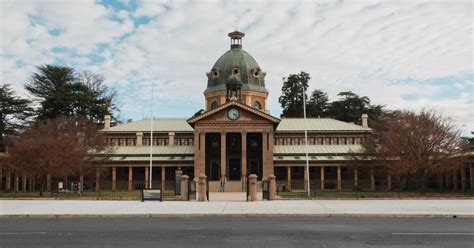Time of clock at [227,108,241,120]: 3:23
